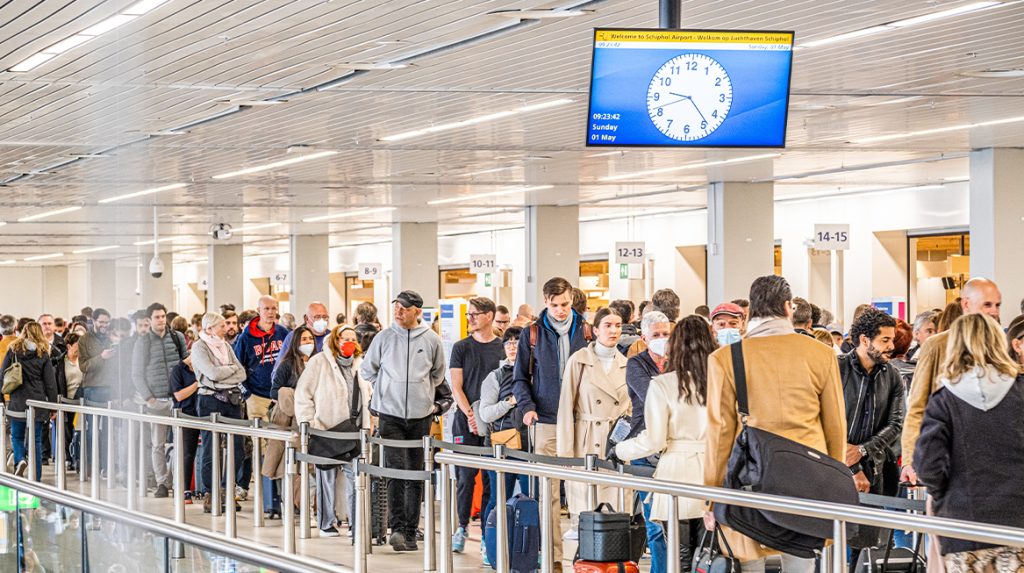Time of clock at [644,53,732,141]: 9:23
